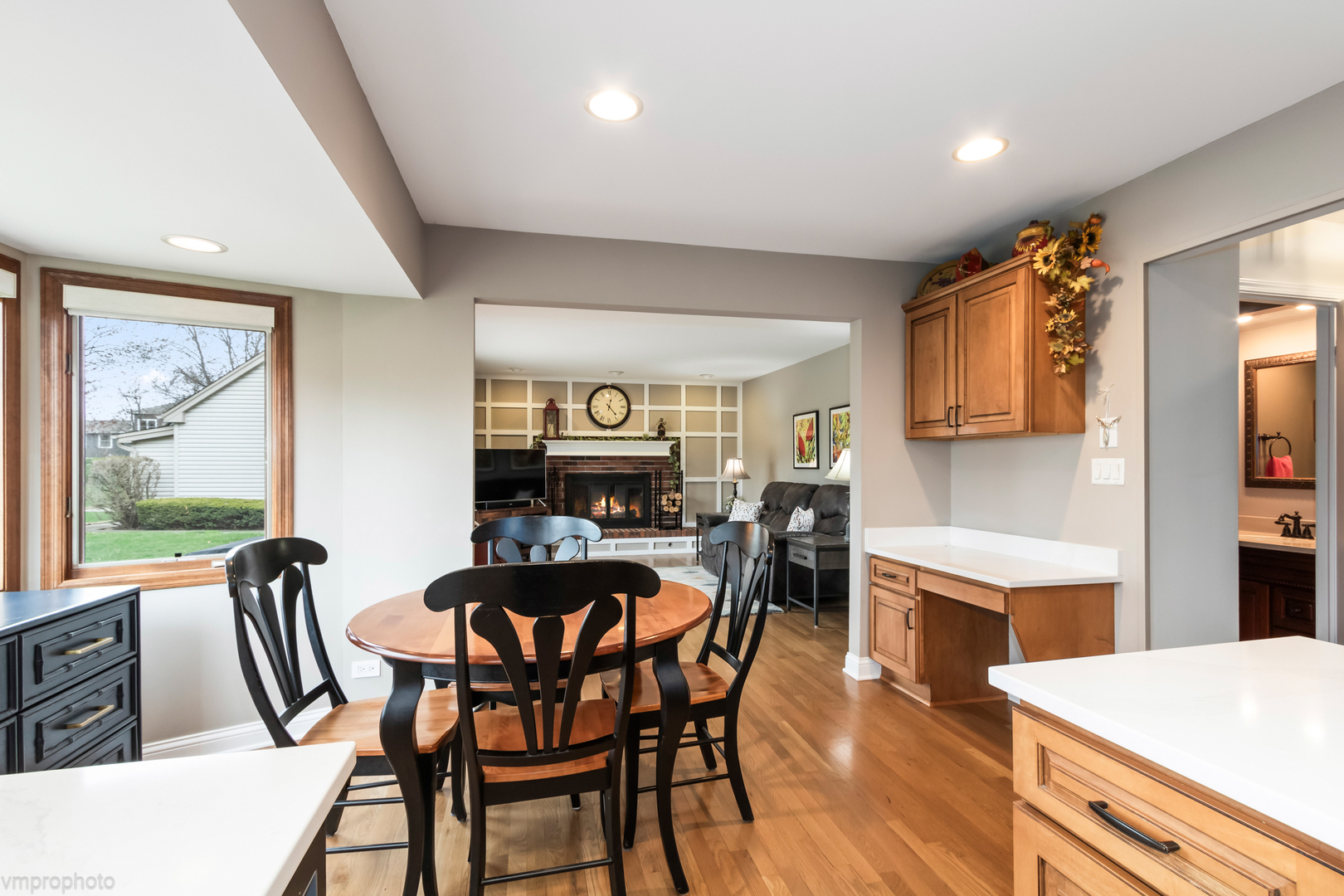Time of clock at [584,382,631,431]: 12:23
